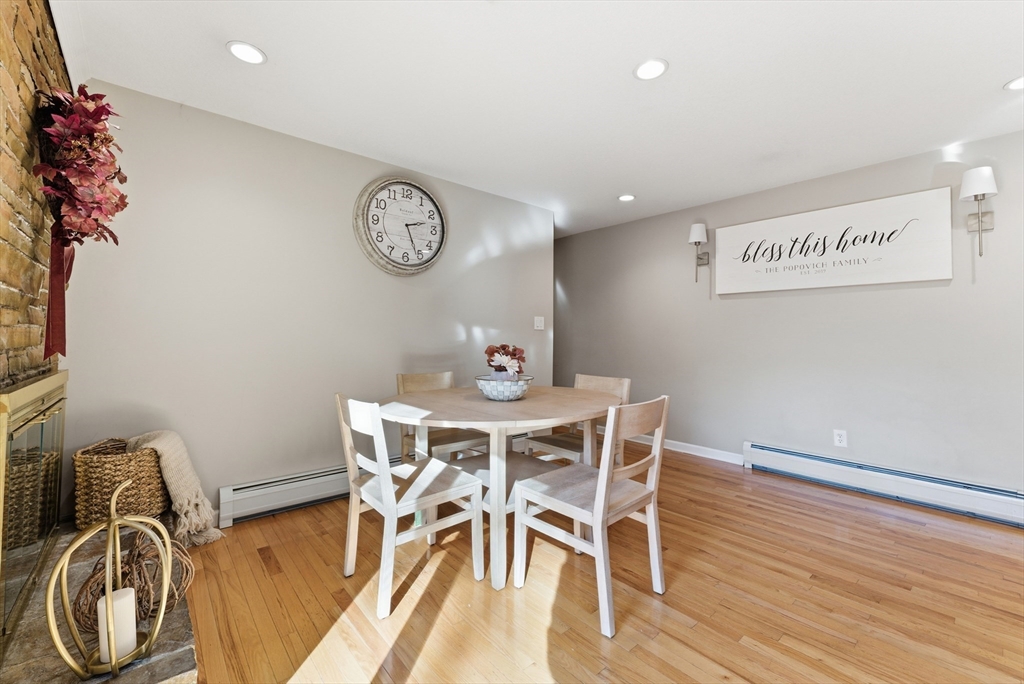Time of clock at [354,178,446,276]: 2:26
